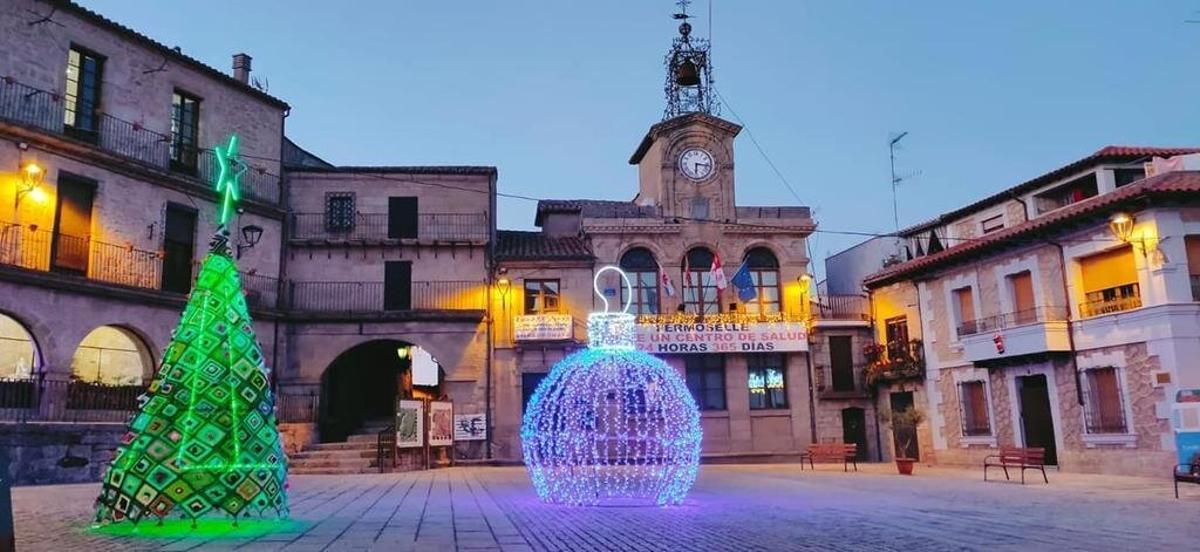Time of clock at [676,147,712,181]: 6:16
